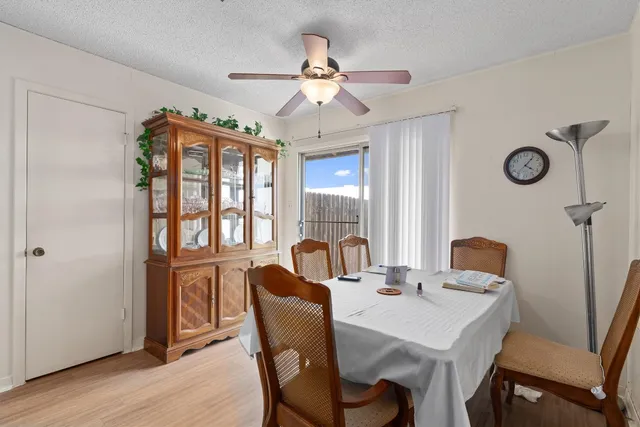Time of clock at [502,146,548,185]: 4:06
